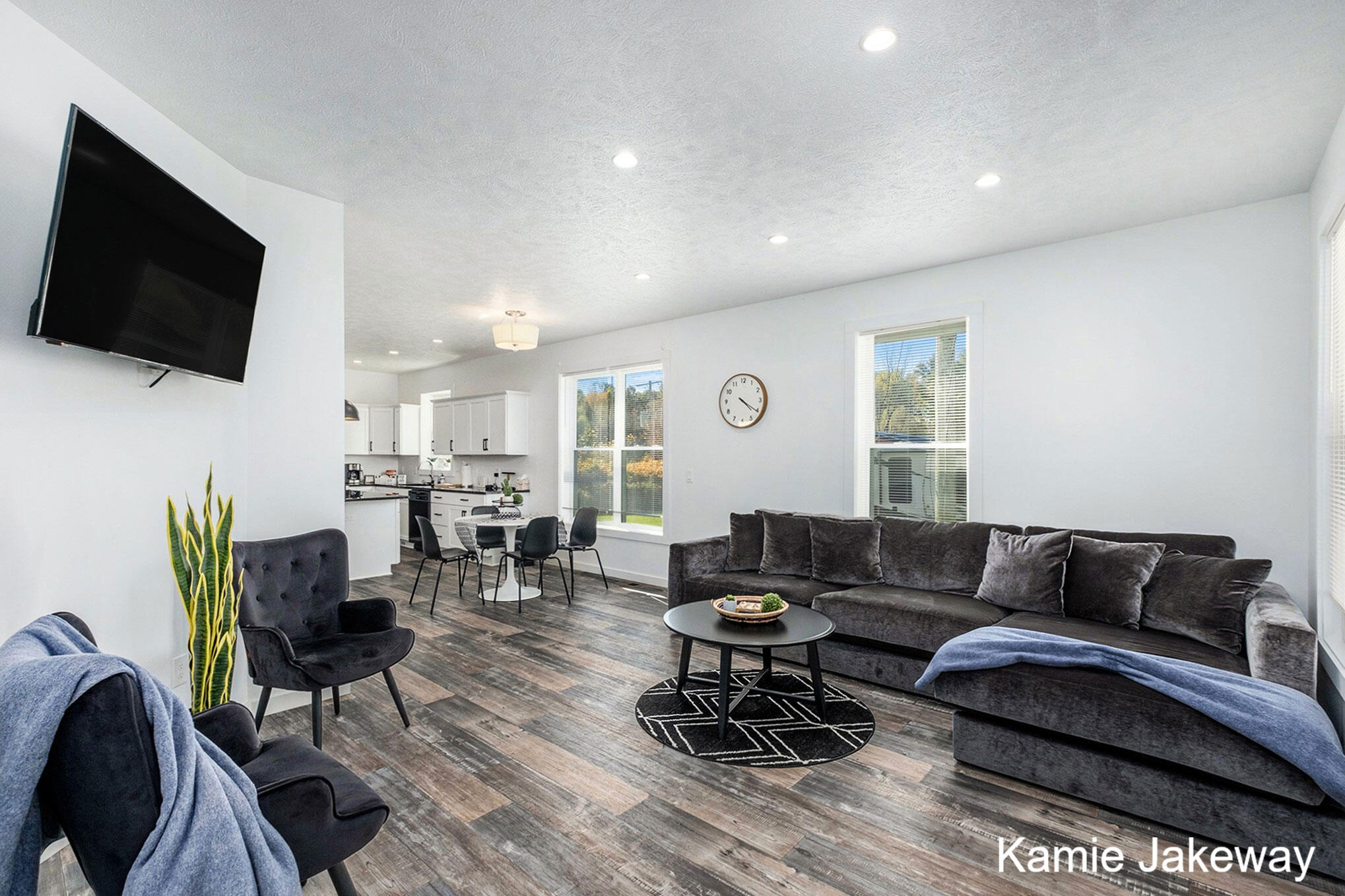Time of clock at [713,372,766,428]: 4:20
